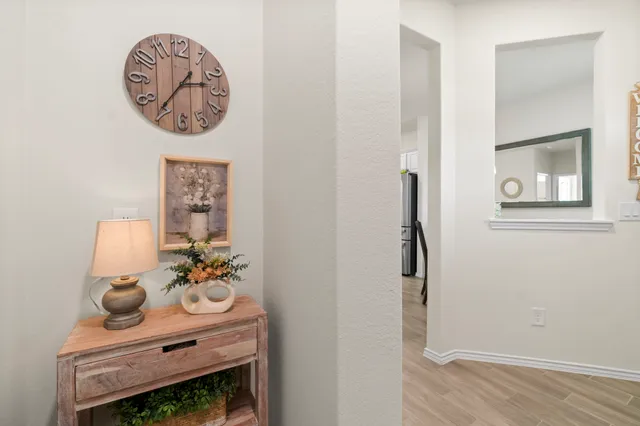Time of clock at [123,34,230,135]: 2:36
